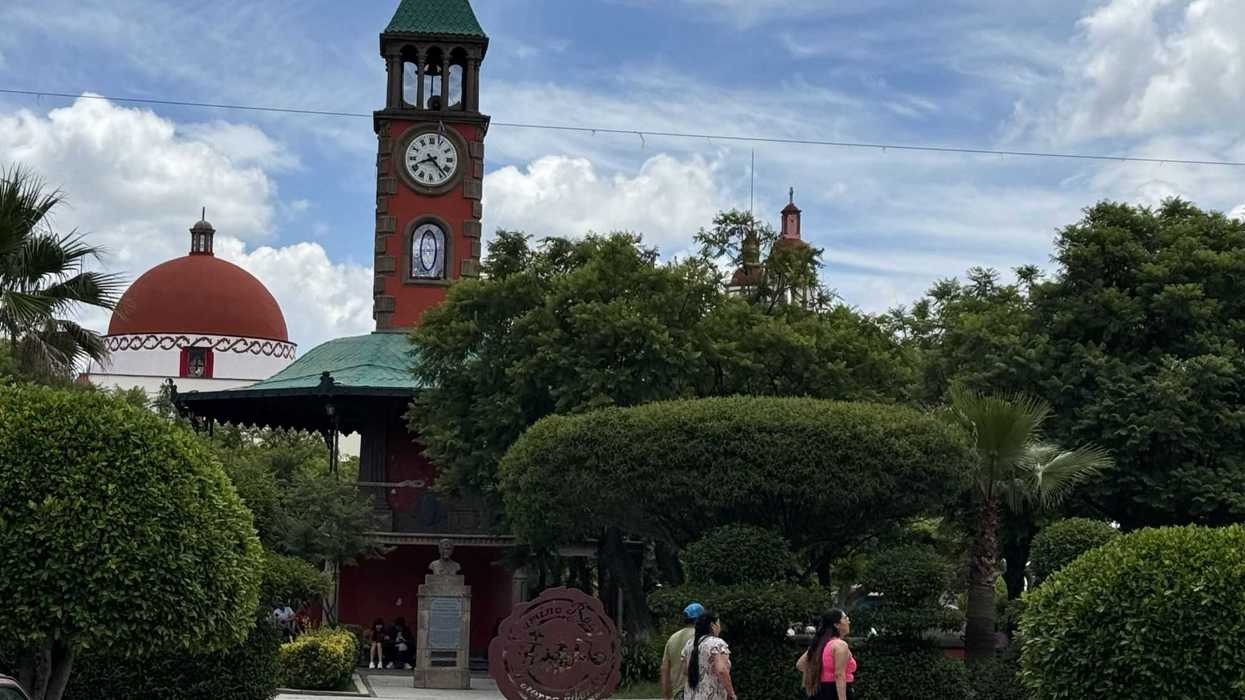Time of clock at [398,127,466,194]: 8:23
